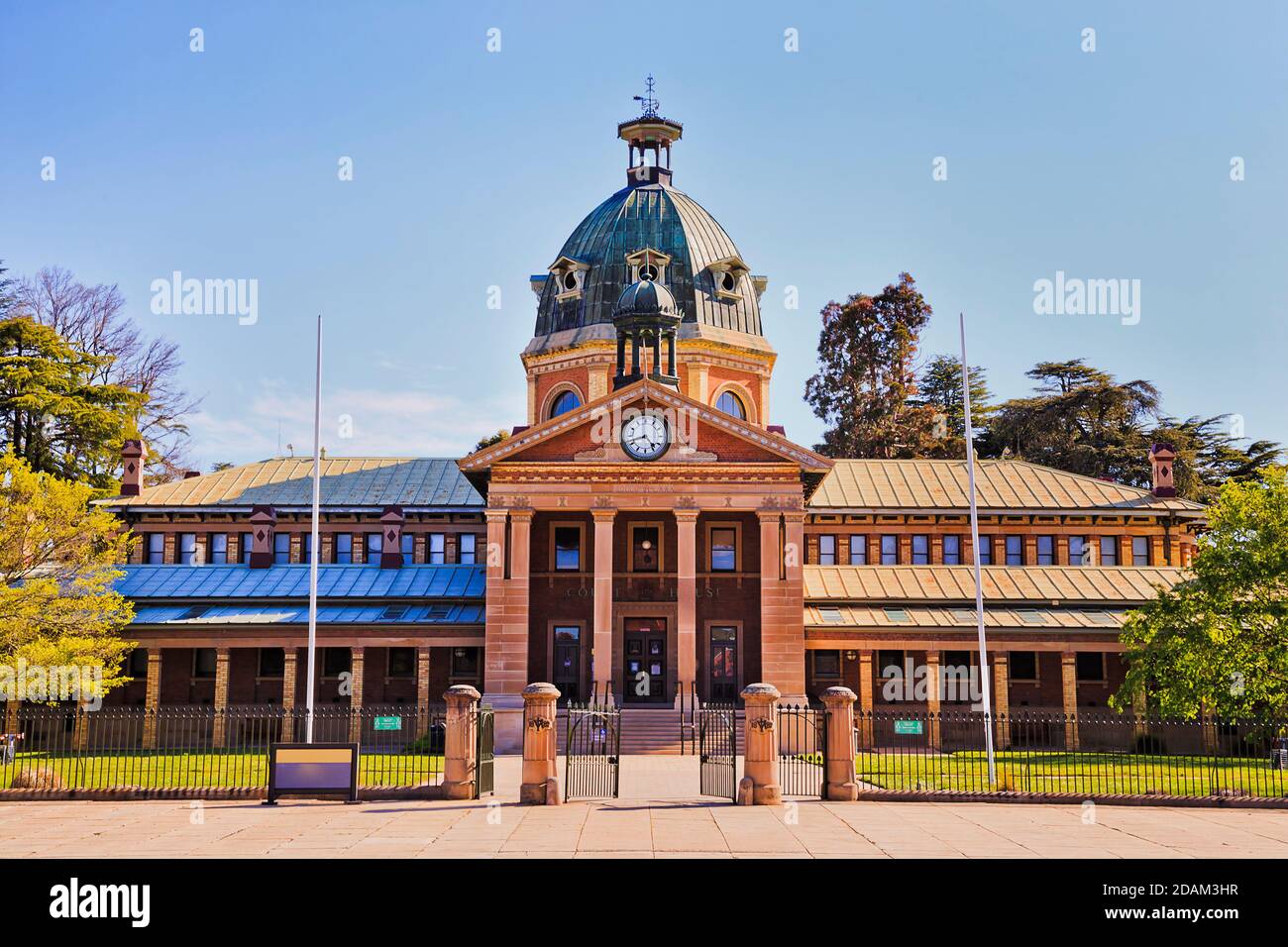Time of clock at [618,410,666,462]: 4:42
